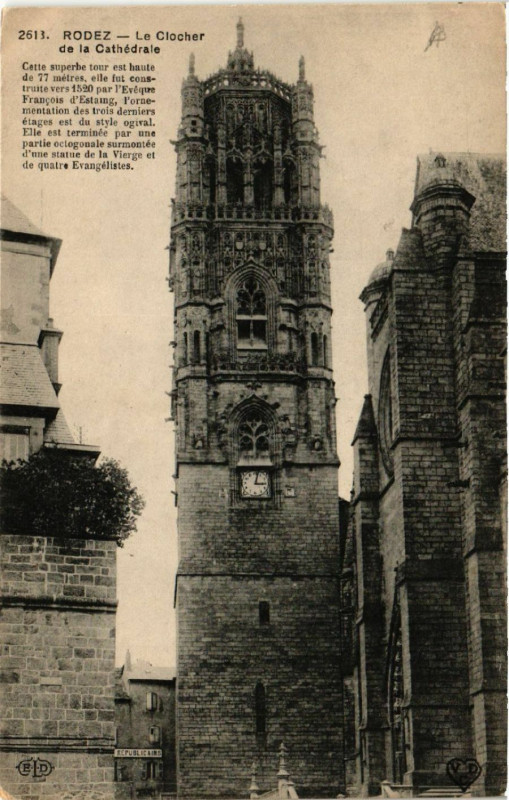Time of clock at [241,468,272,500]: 3:02
